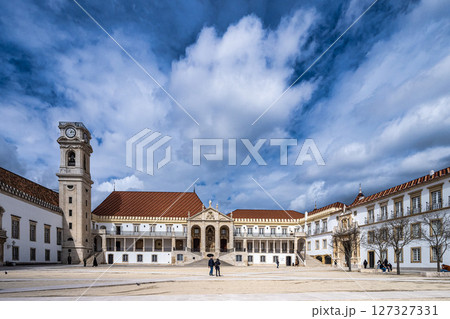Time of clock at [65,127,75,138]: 1:13
